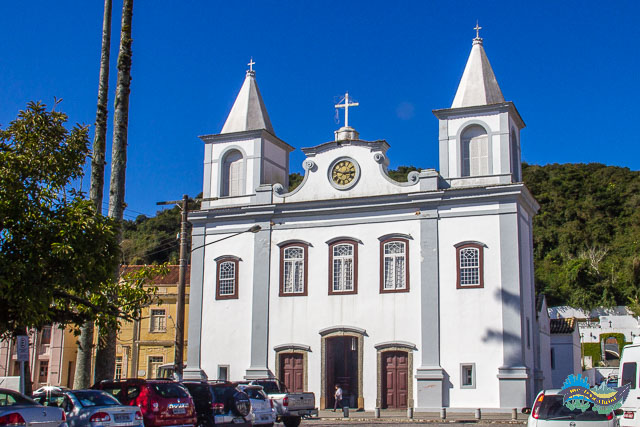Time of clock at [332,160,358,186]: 2:47
